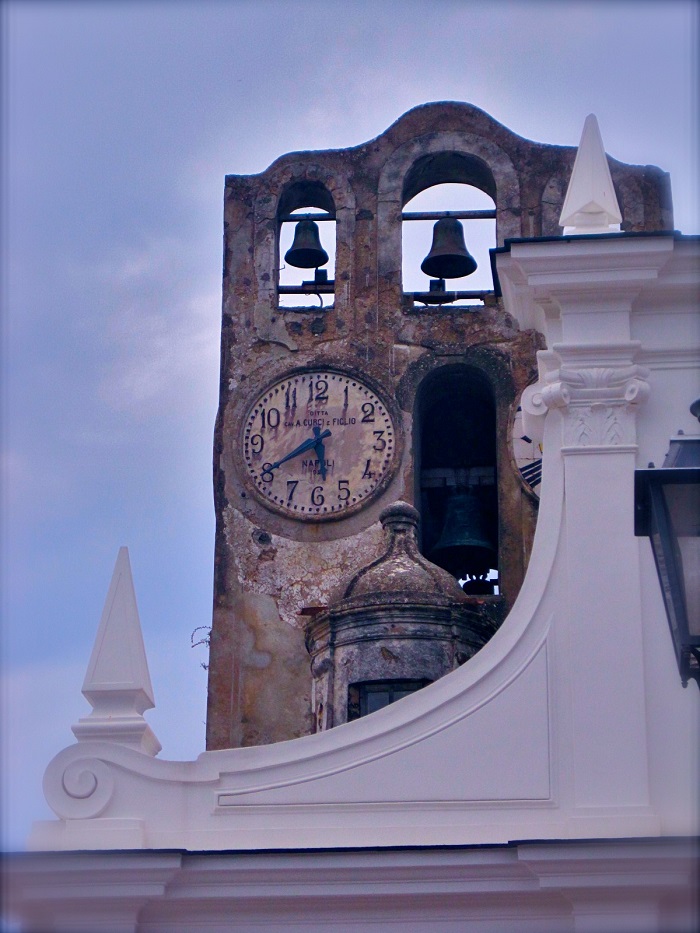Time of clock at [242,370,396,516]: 5:40
